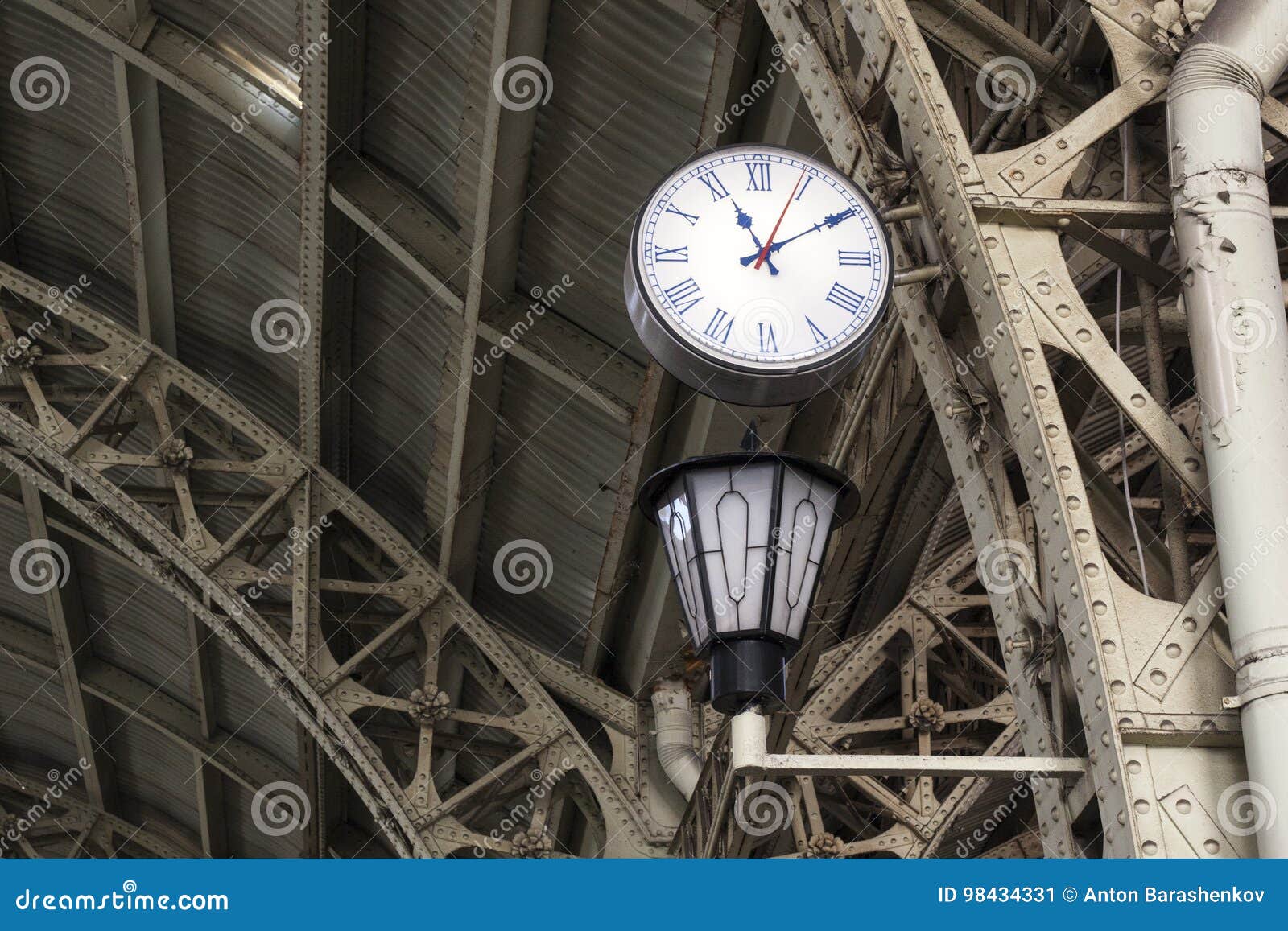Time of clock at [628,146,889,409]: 11:09
